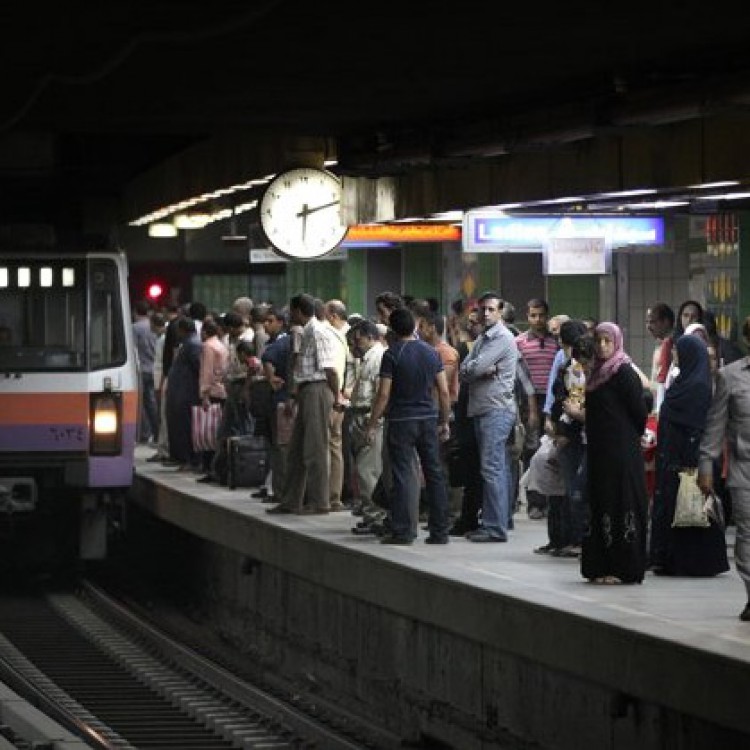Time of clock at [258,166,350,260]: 6:12
